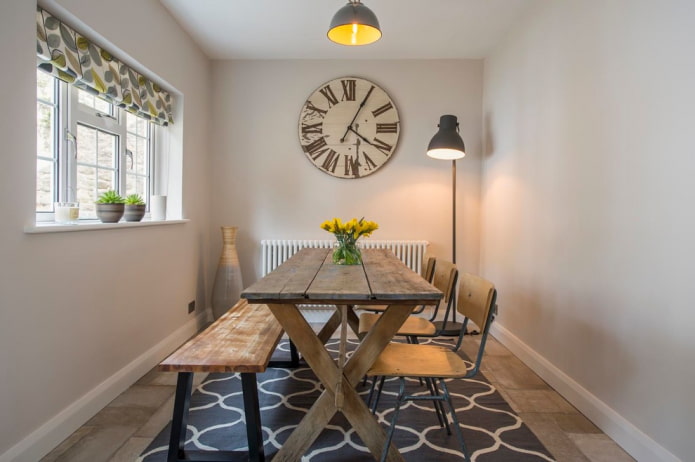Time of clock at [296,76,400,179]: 4:04
